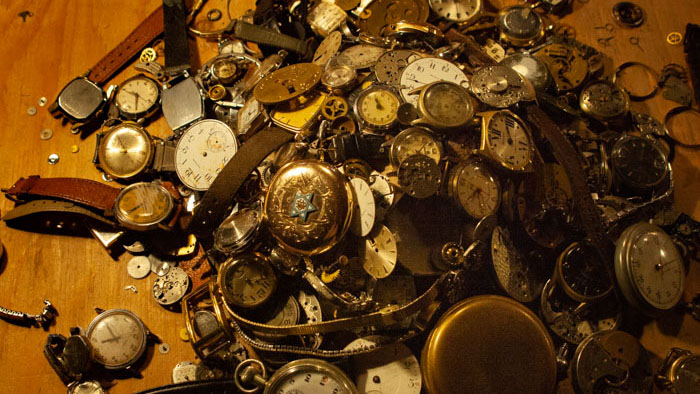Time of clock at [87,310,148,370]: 8:54
